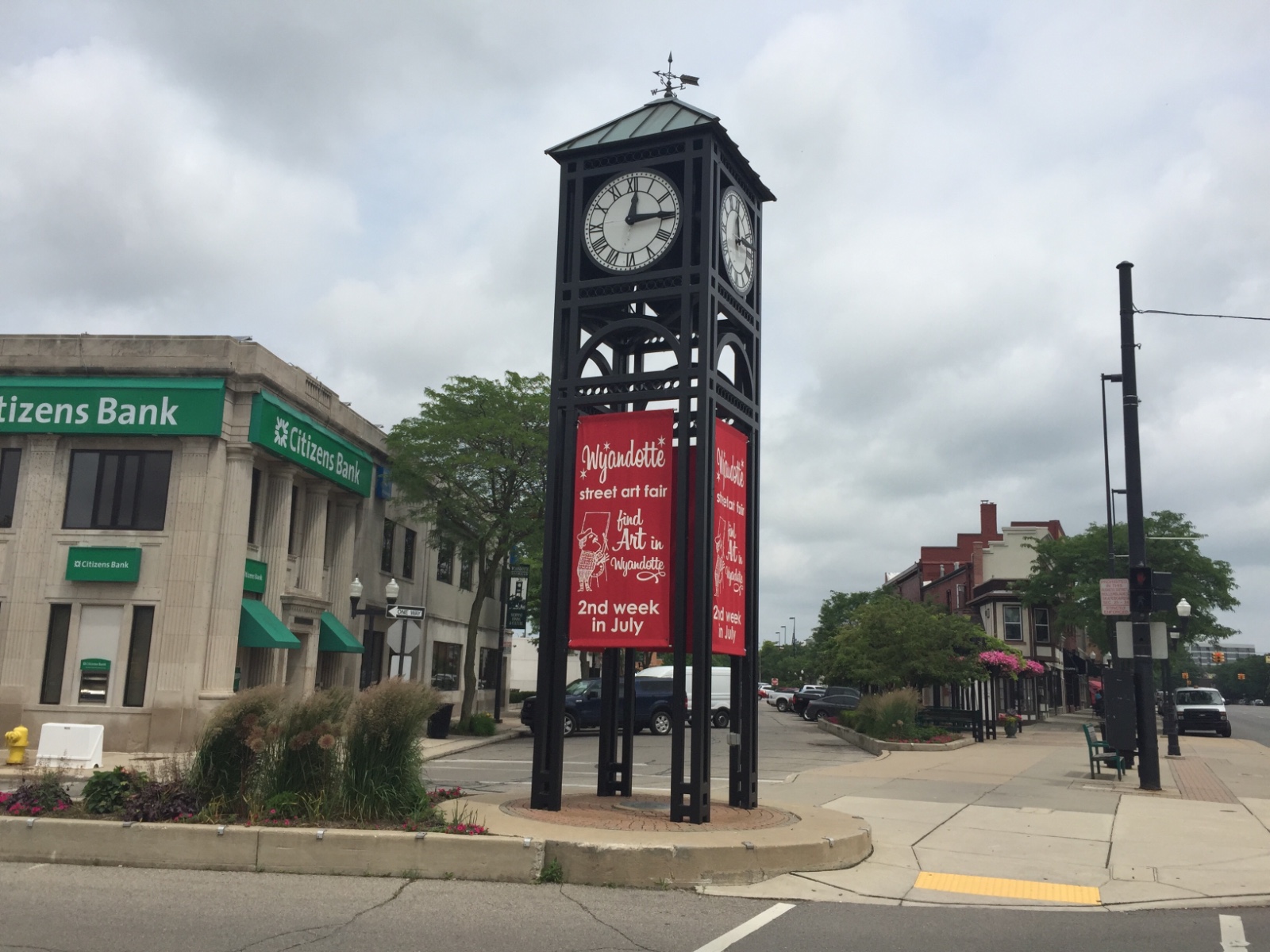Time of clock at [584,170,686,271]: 12:14
